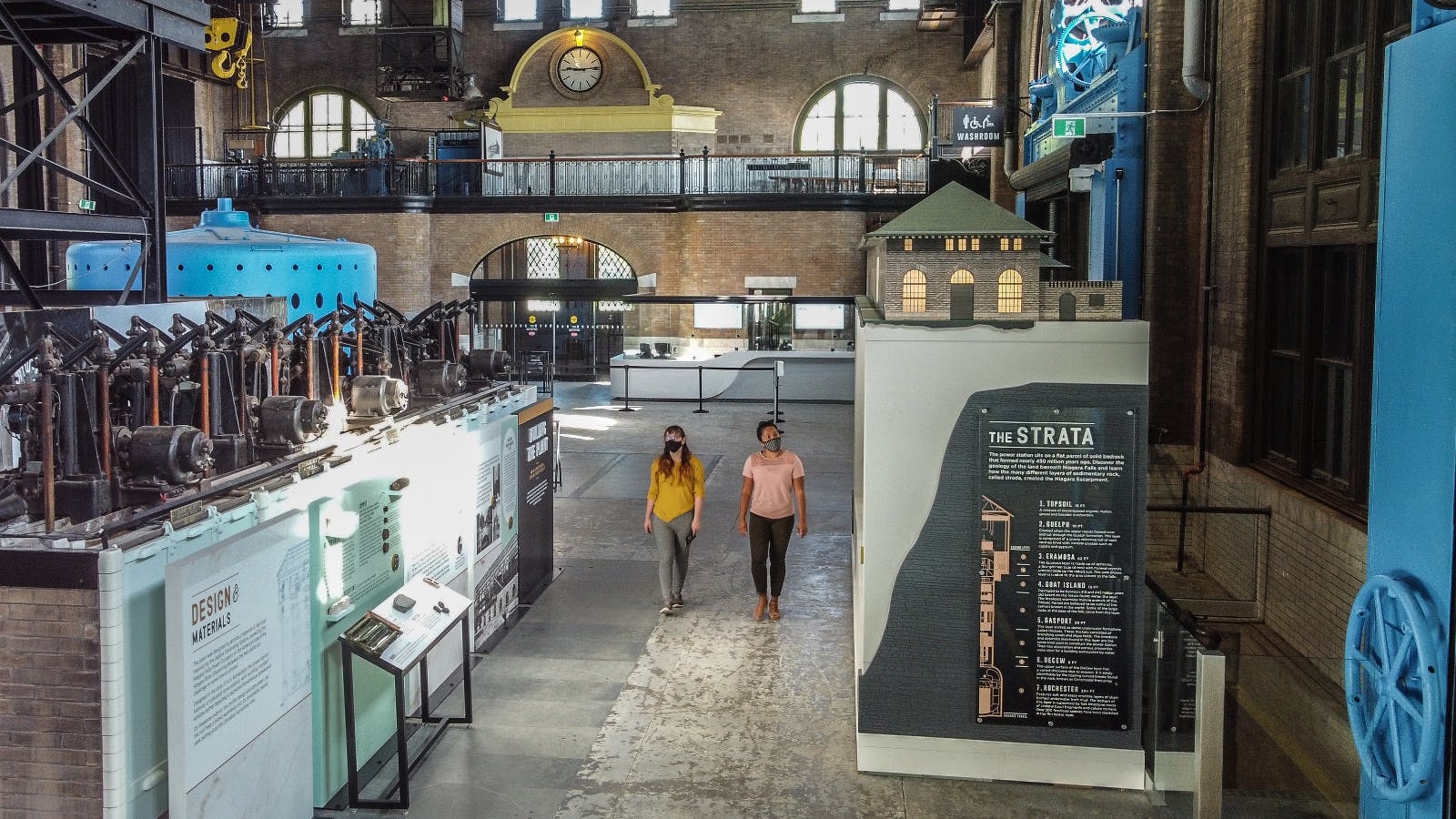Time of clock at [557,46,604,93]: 9:13
